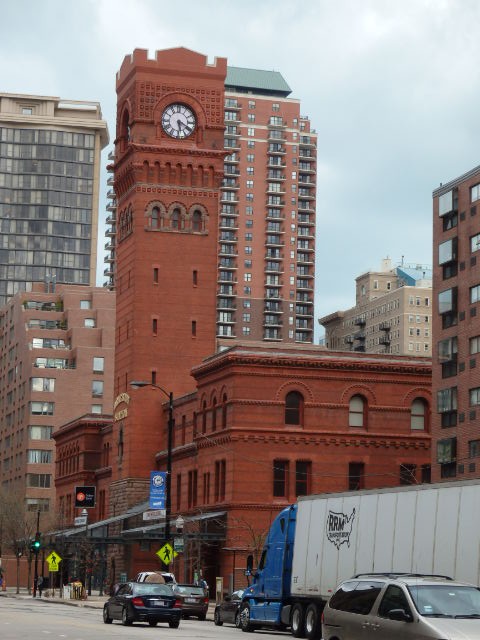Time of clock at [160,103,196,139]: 5:19
